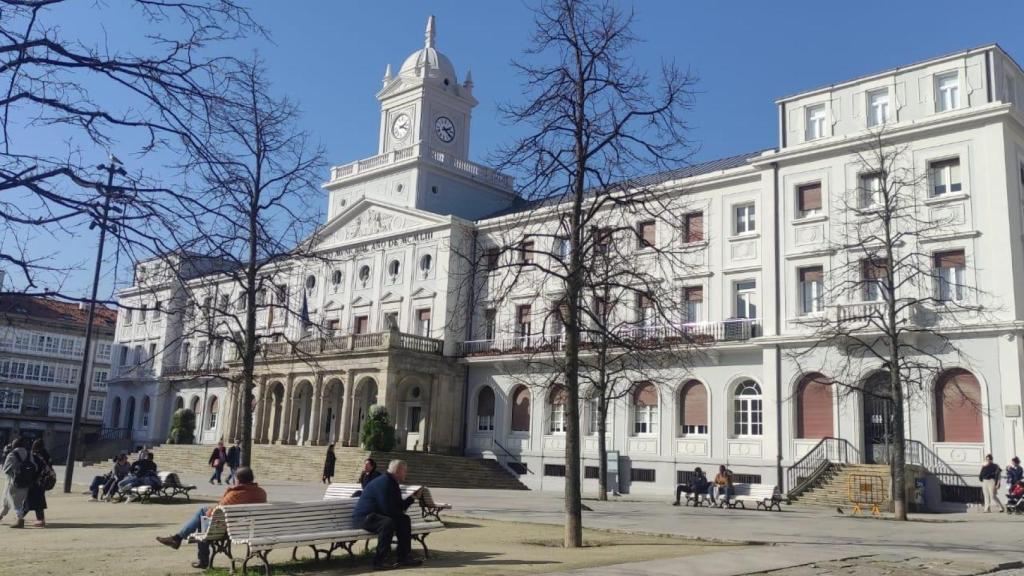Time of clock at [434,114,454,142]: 2:21
